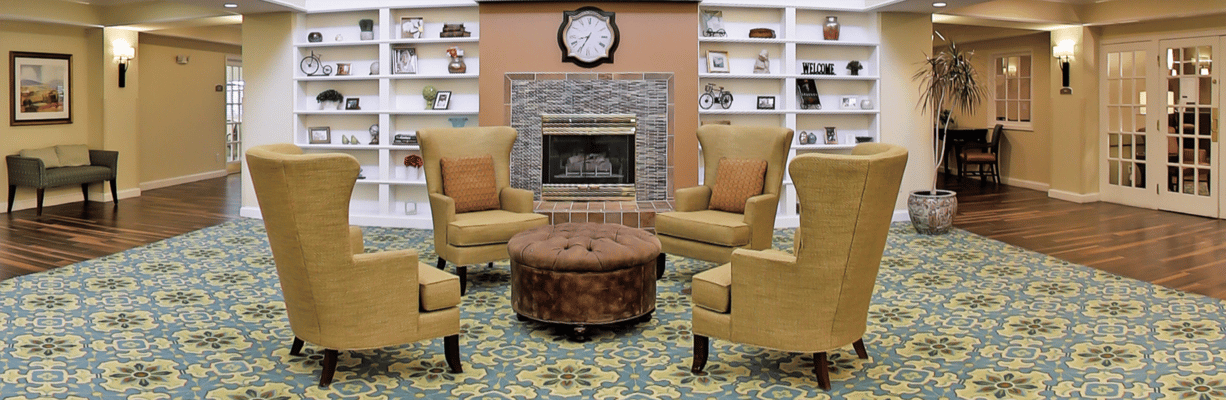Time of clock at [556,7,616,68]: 8:34
